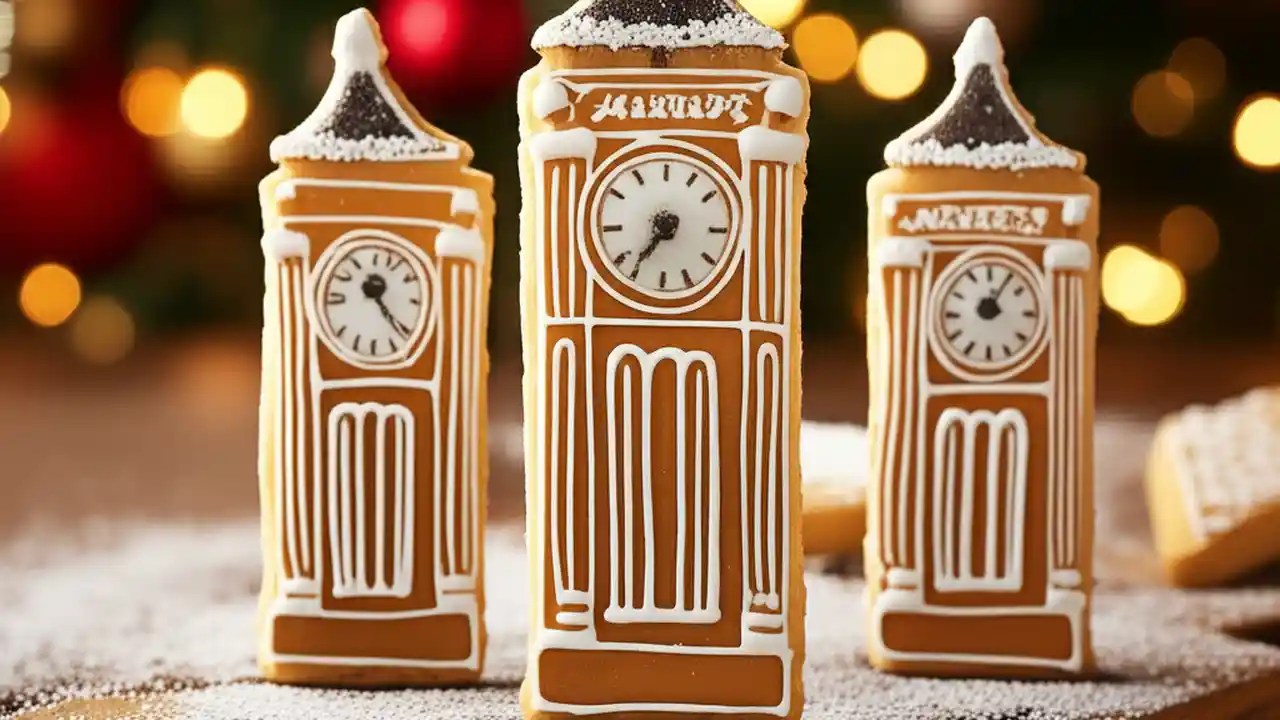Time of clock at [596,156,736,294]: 7:36
